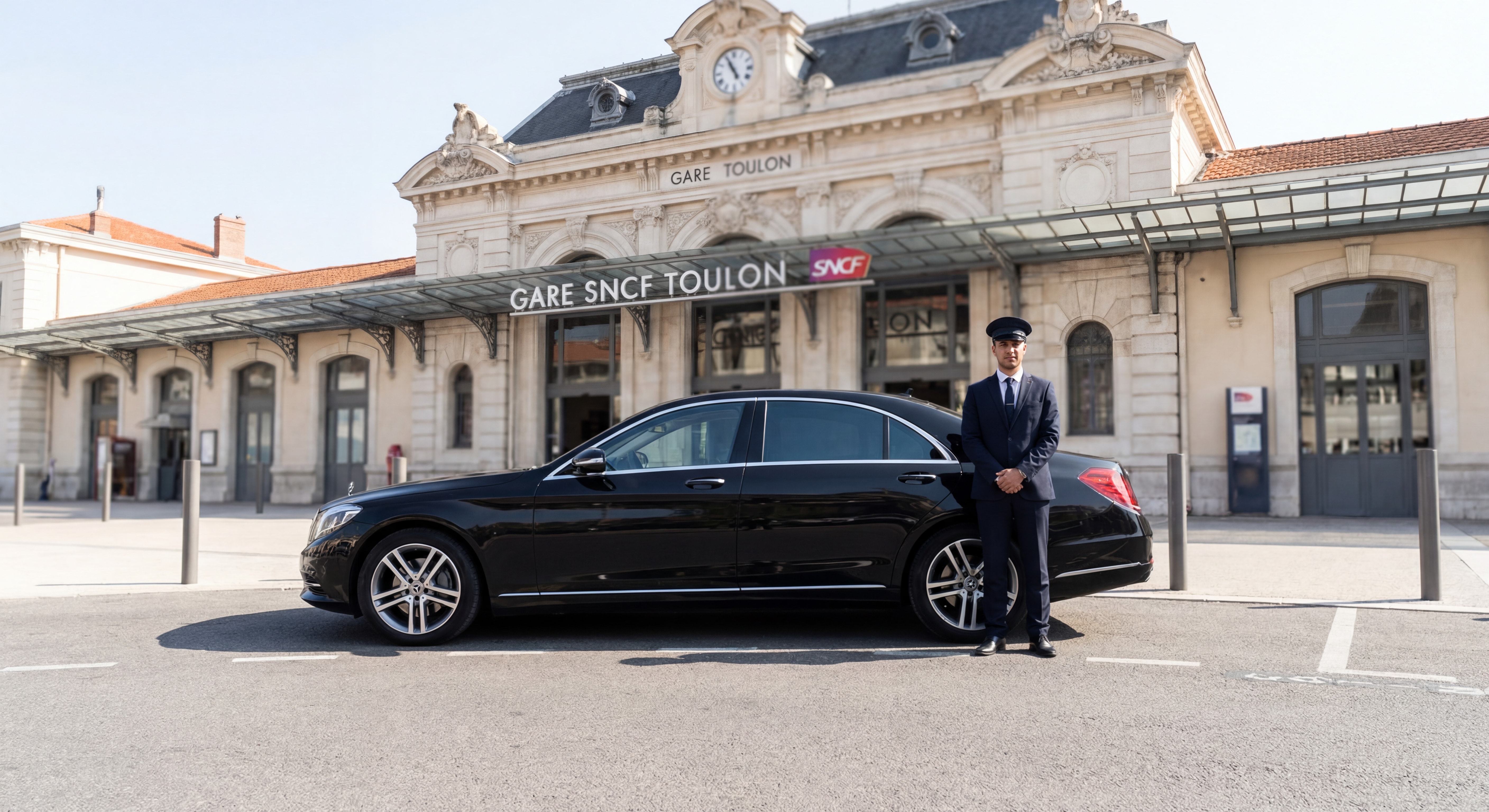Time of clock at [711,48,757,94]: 4:55
